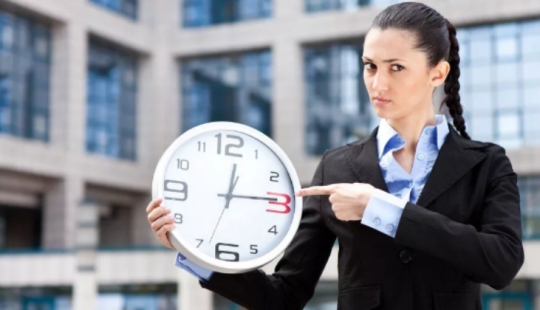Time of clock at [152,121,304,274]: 12:14
